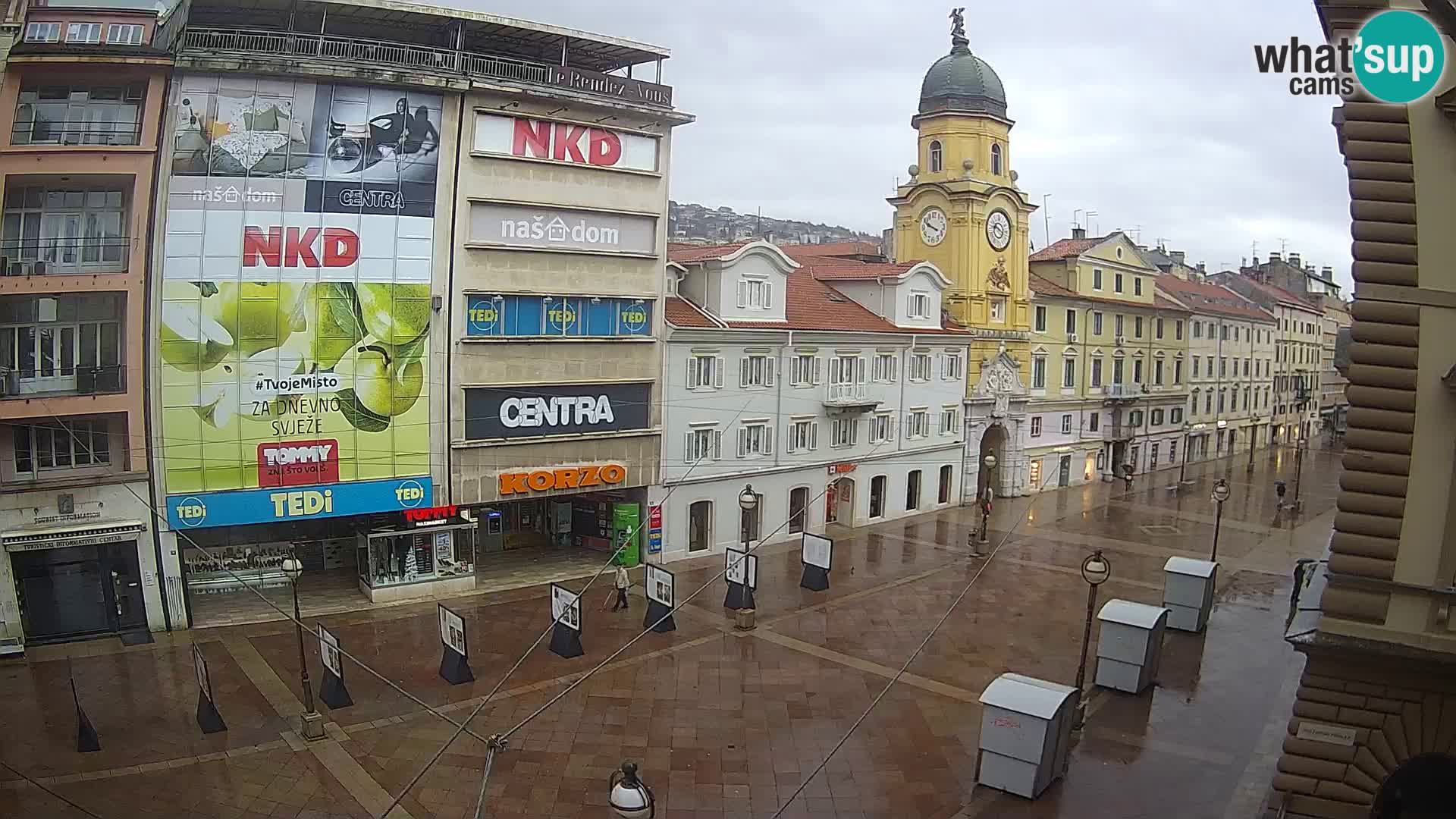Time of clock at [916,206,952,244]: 9:48
